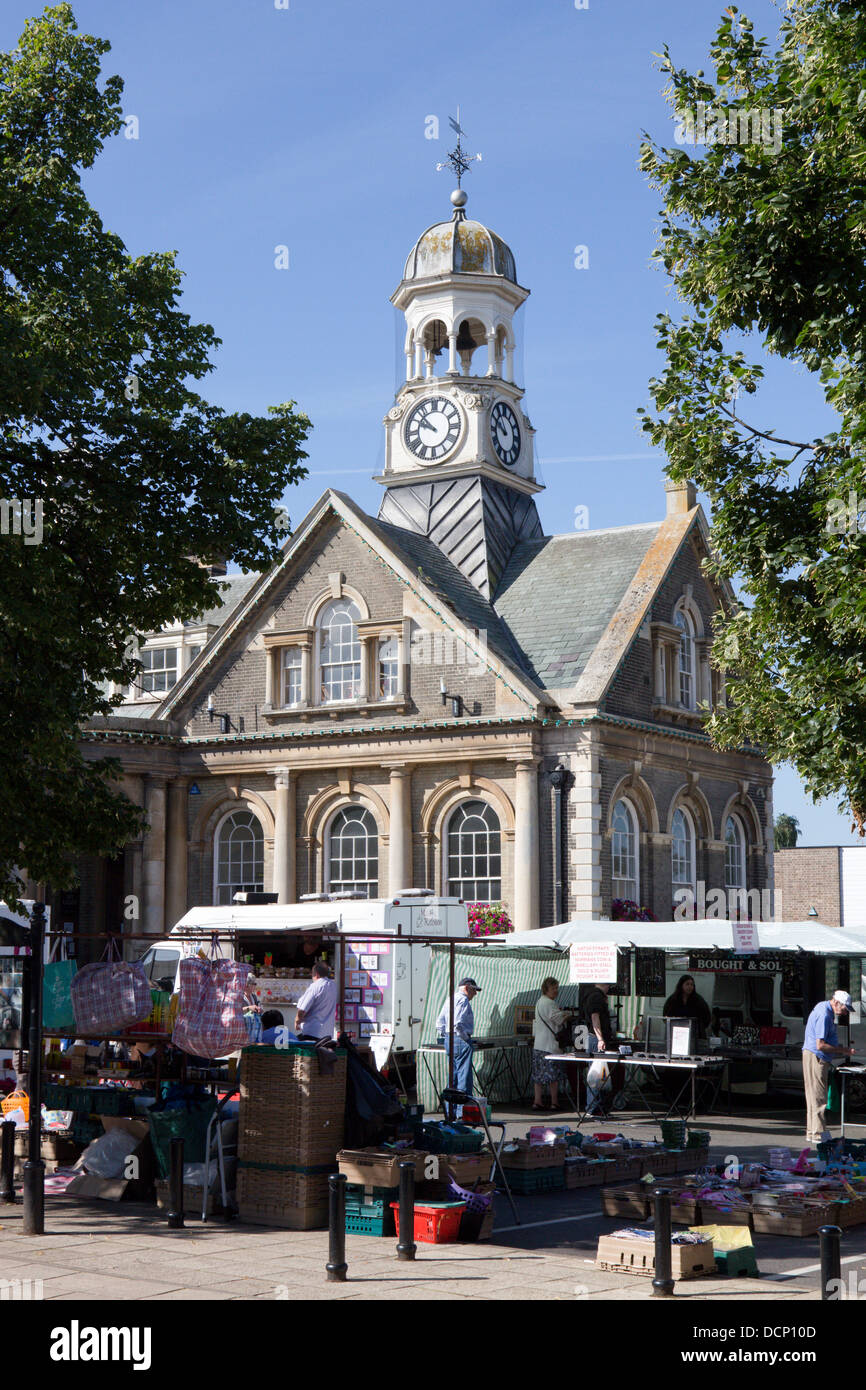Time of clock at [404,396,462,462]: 9:52
